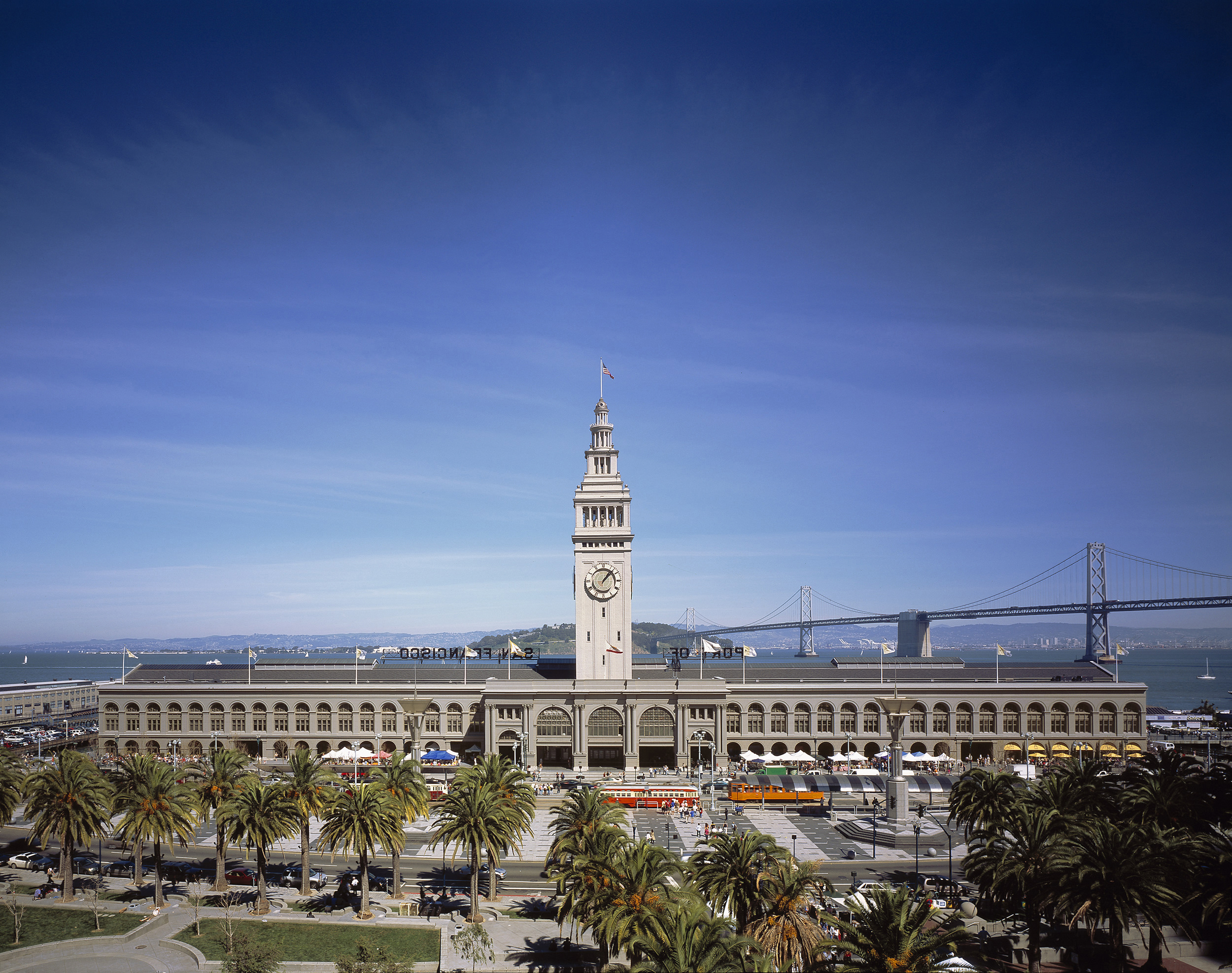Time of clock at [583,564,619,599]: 1:07
